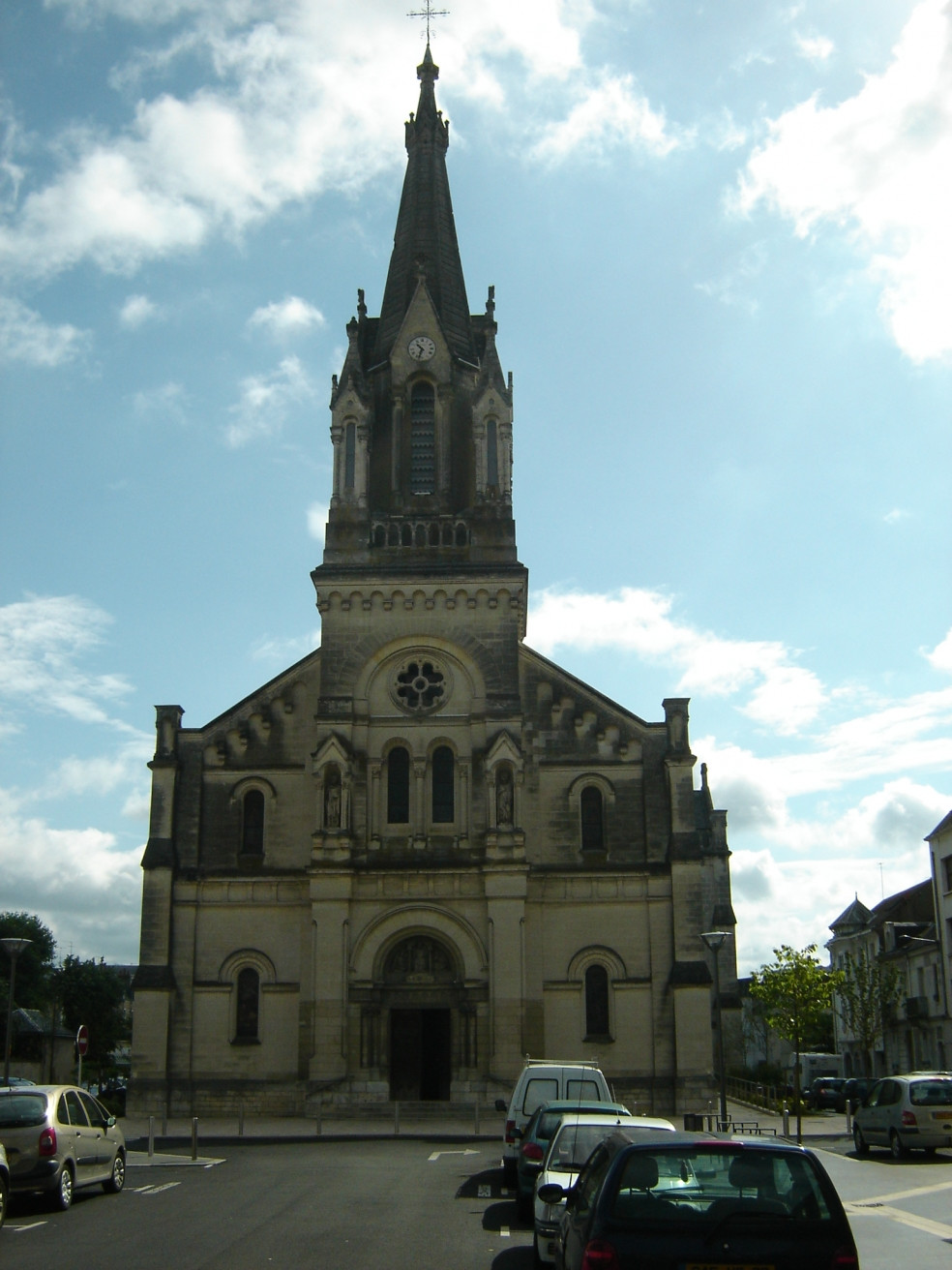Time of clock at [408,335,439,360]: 10:32
